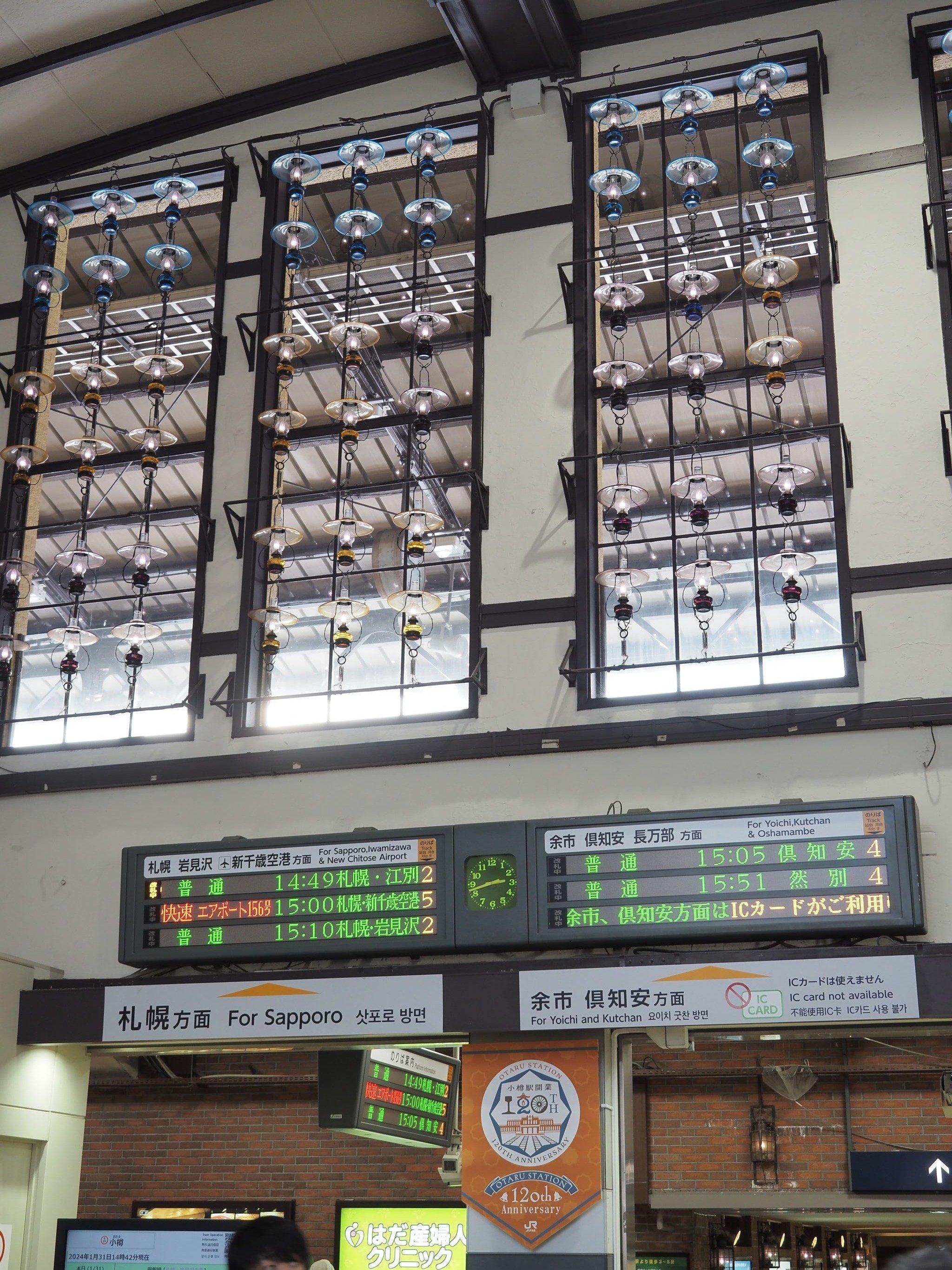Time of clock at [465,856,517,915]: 2:42
